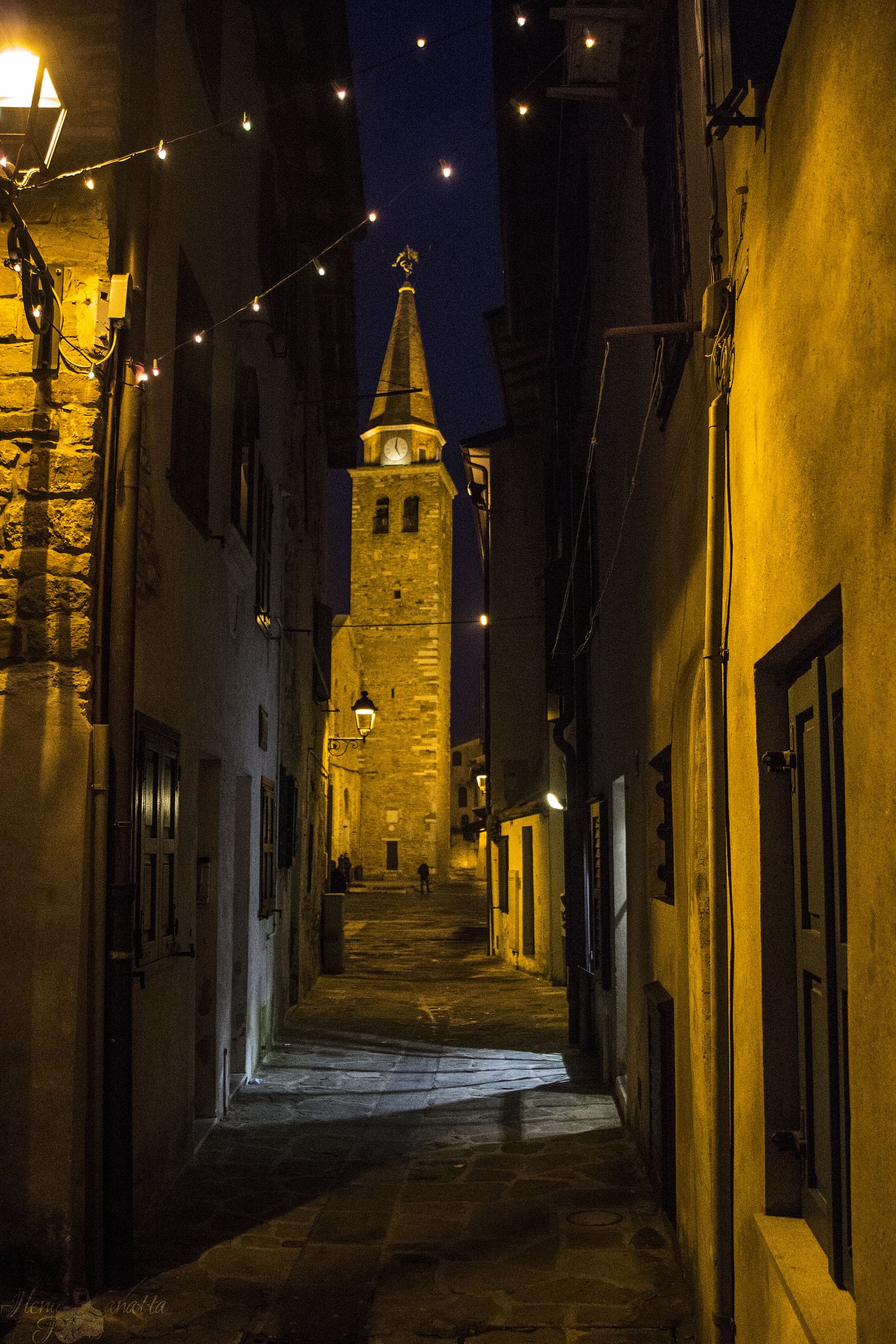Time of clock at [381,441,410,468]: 5:00
